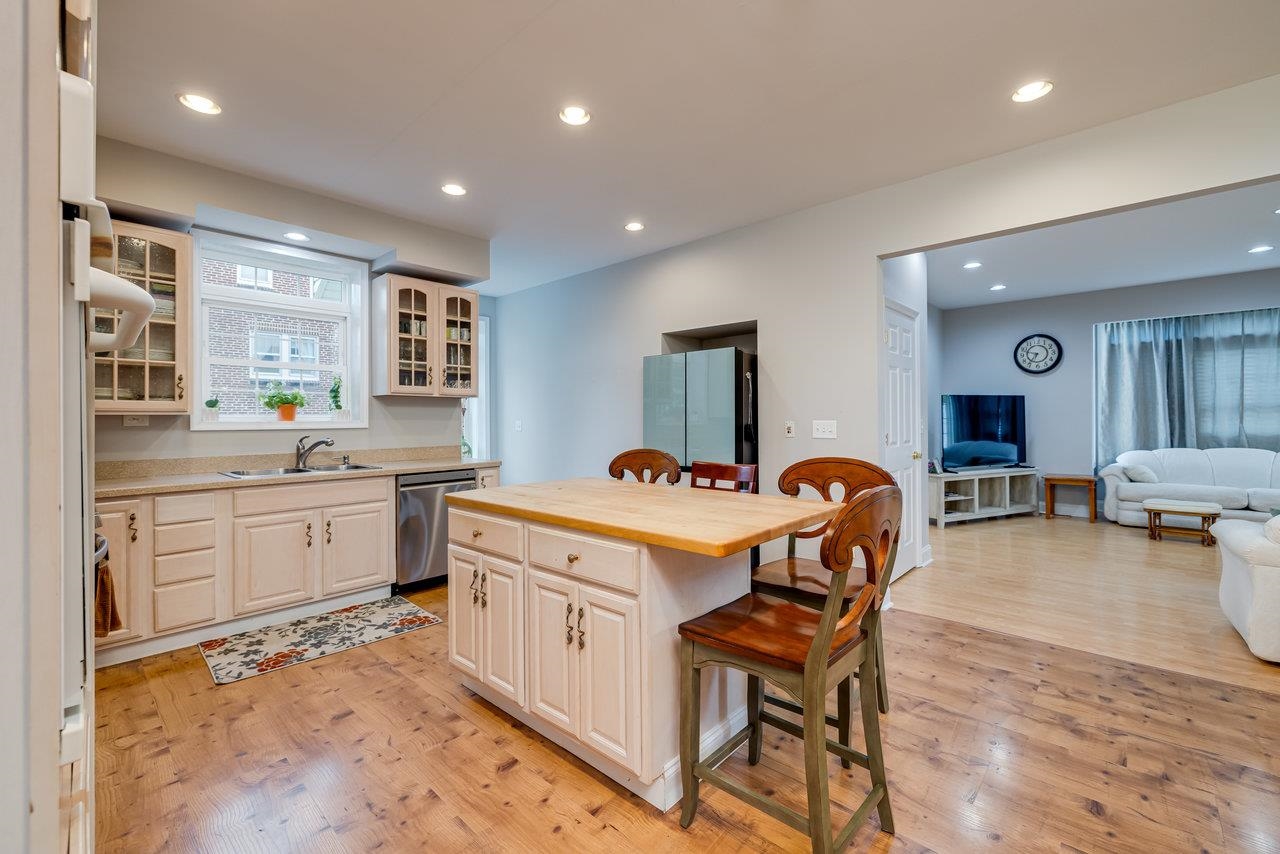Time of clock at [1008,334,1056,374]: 9:35
